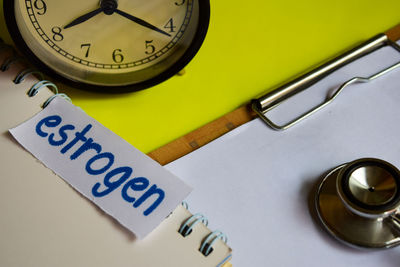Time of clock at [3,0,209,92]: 8:21
